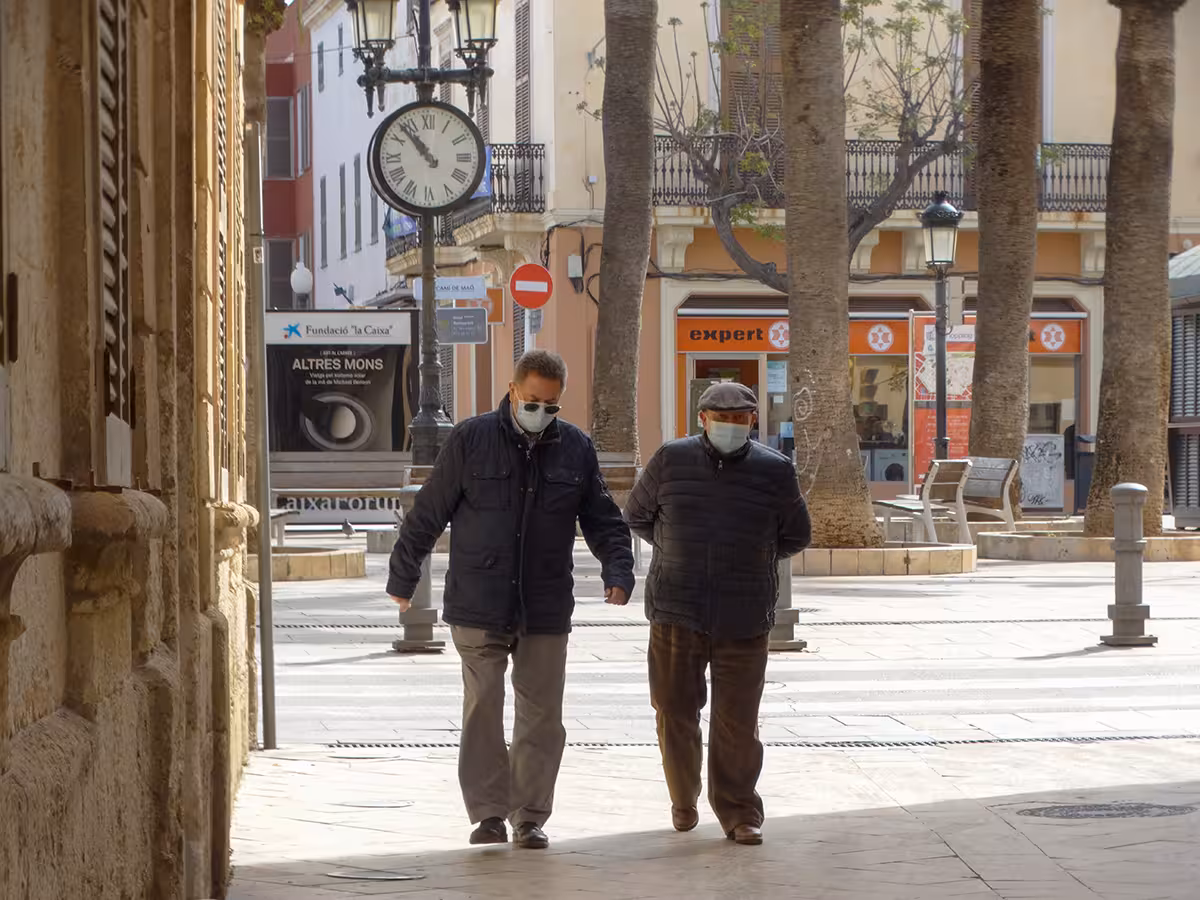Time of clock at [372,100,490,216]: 10:53
